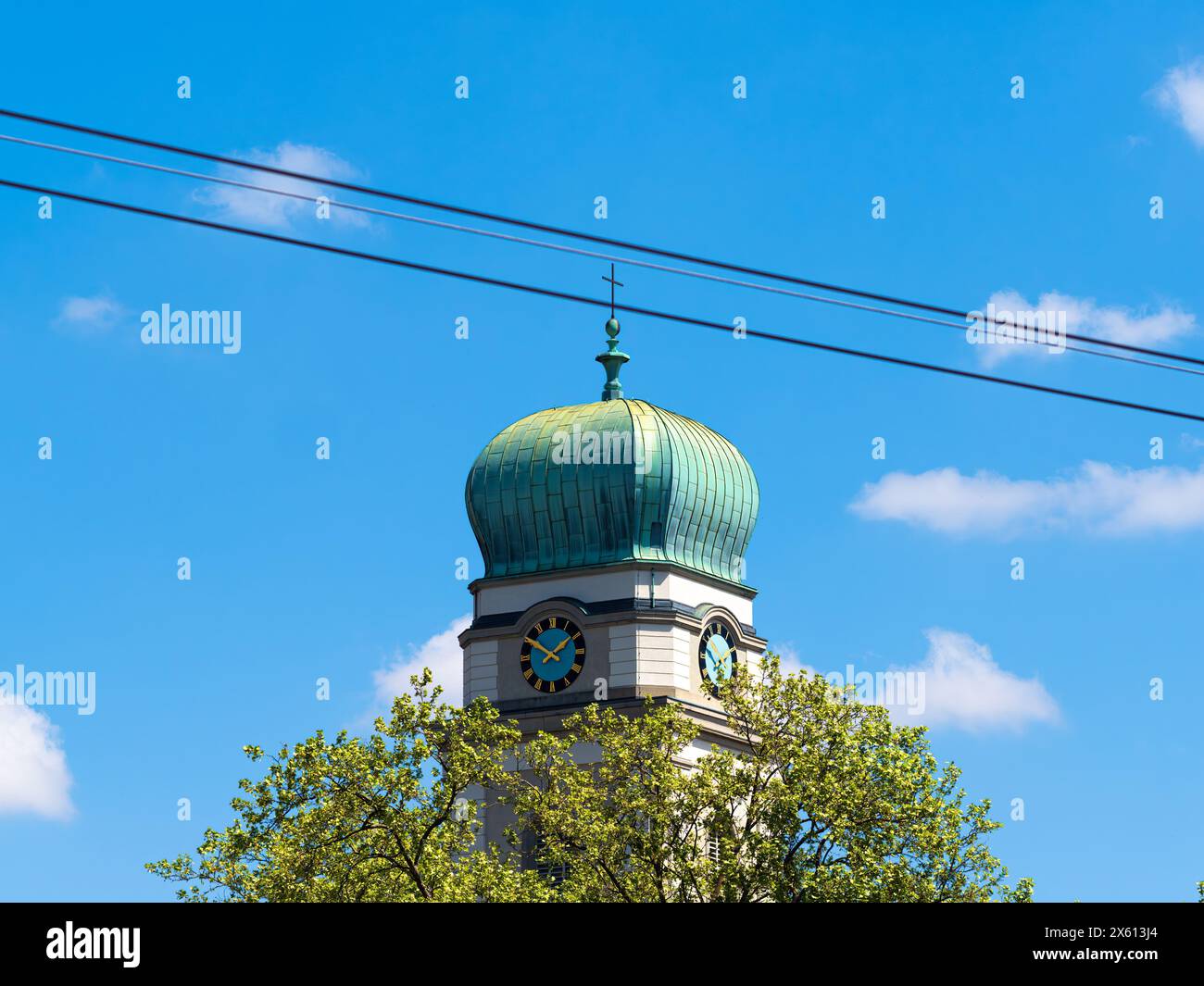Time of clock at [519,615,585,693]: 1:50
